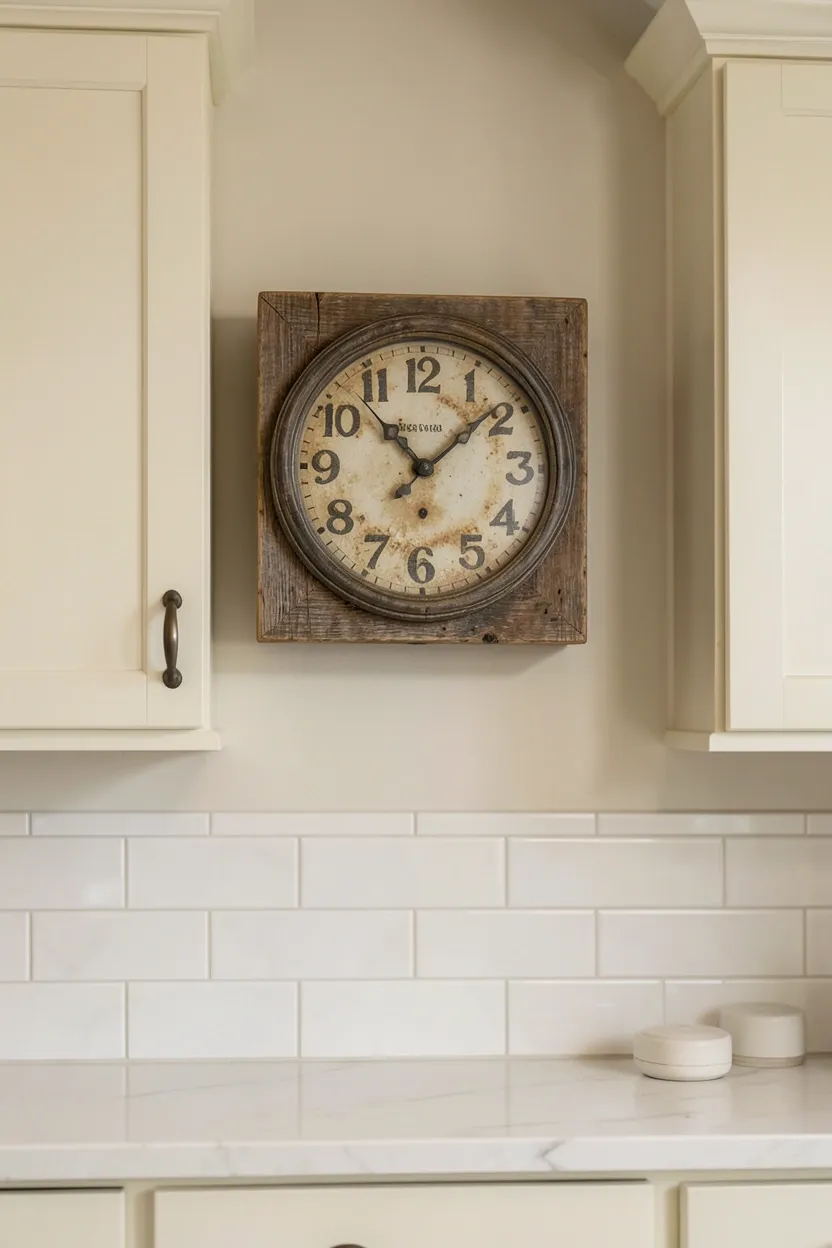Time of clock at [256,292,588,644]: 11:08
